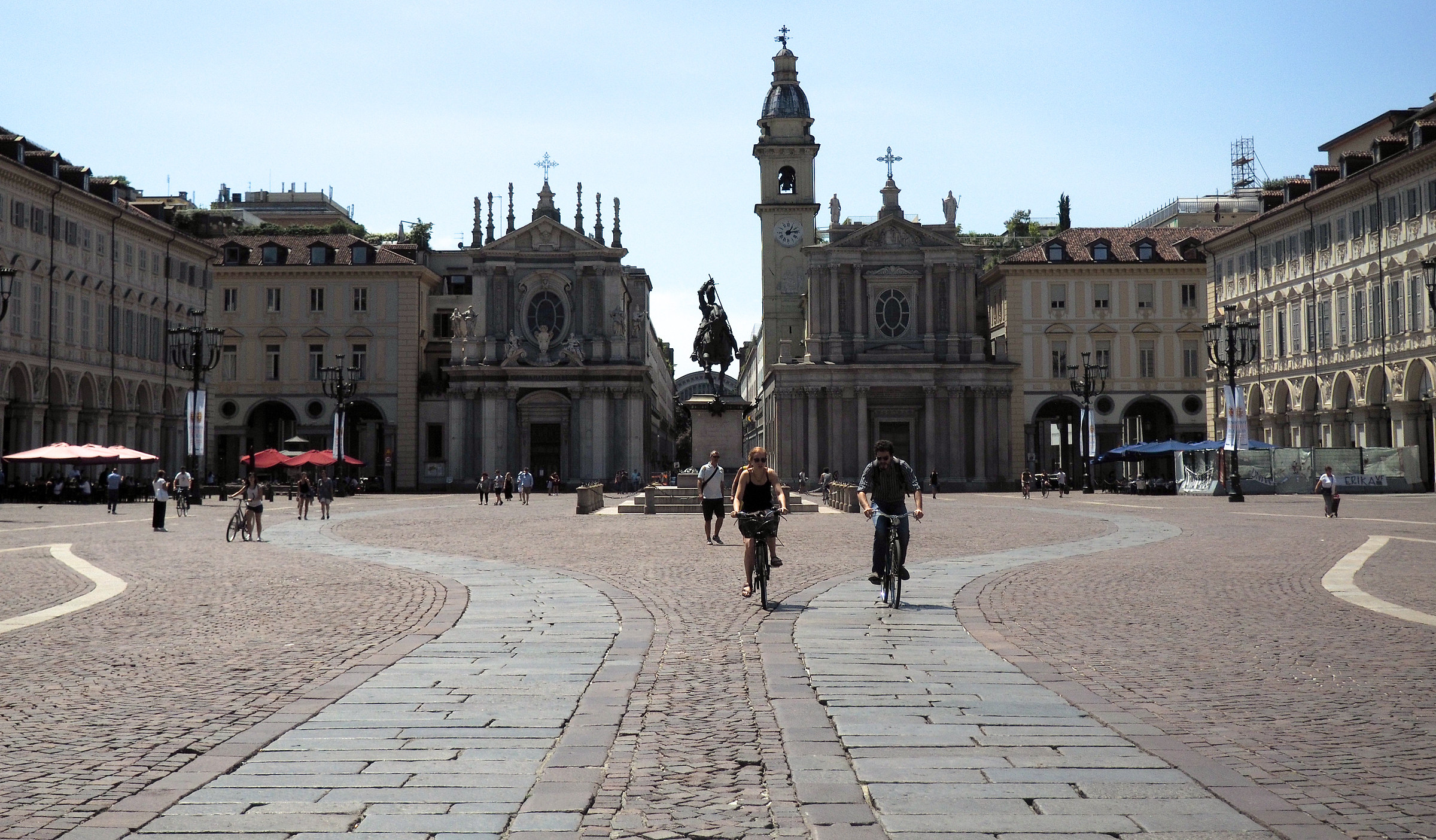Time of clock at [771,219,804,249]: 1:13
